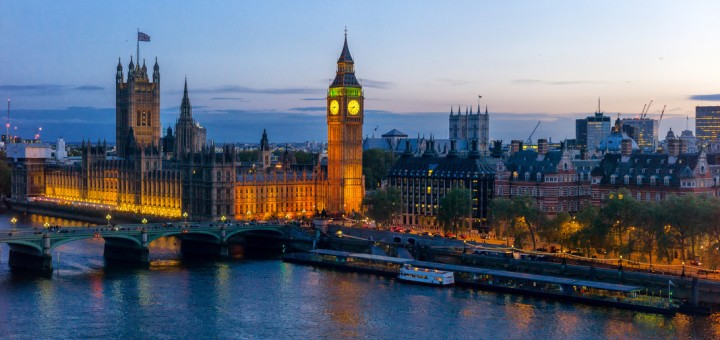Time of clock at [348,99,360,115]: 8:38
